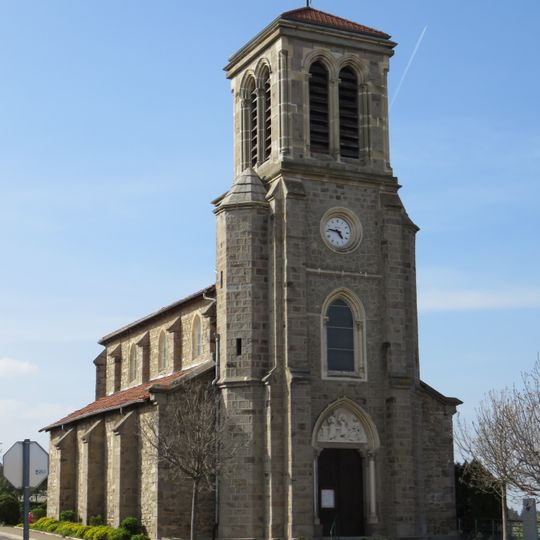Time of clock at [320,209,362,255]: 4:46
